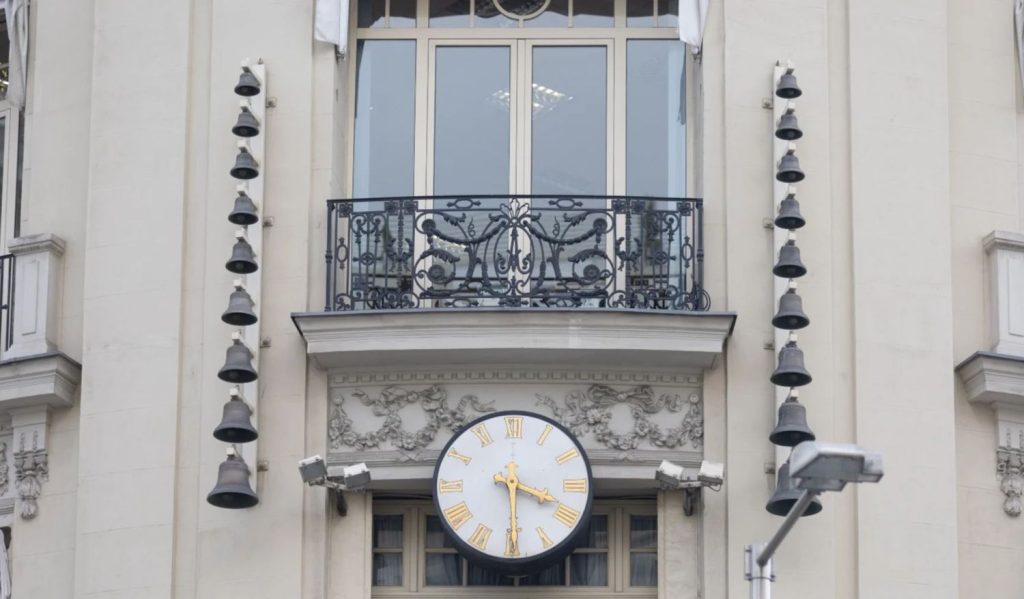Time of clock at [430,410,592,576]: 3:29
